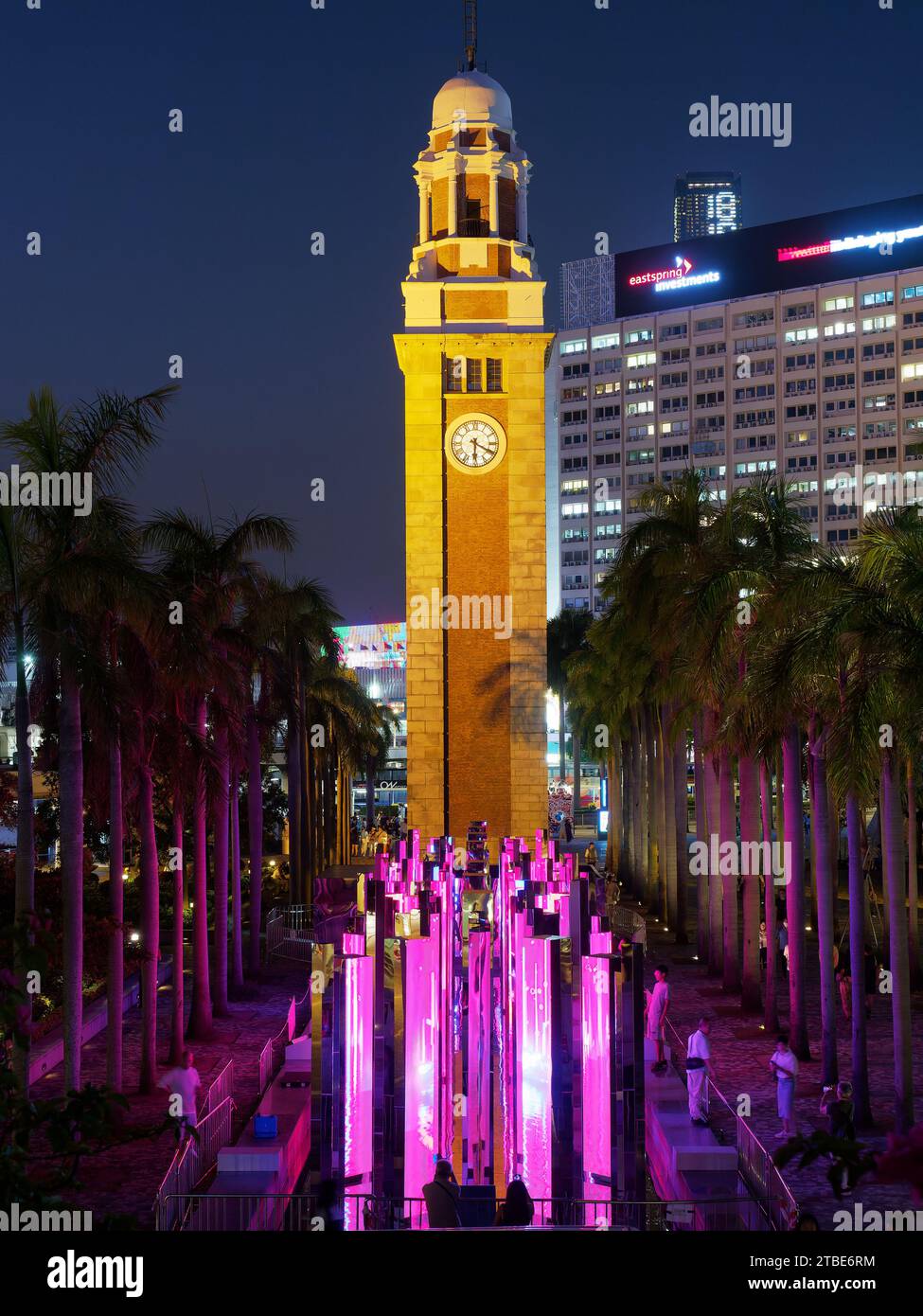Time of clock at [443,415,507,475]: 6:19
